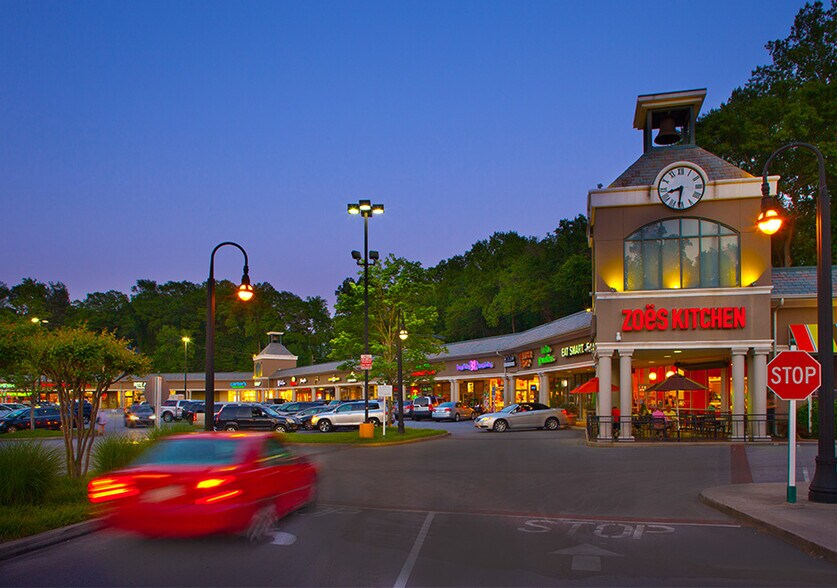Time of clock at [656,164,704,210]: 8:31
